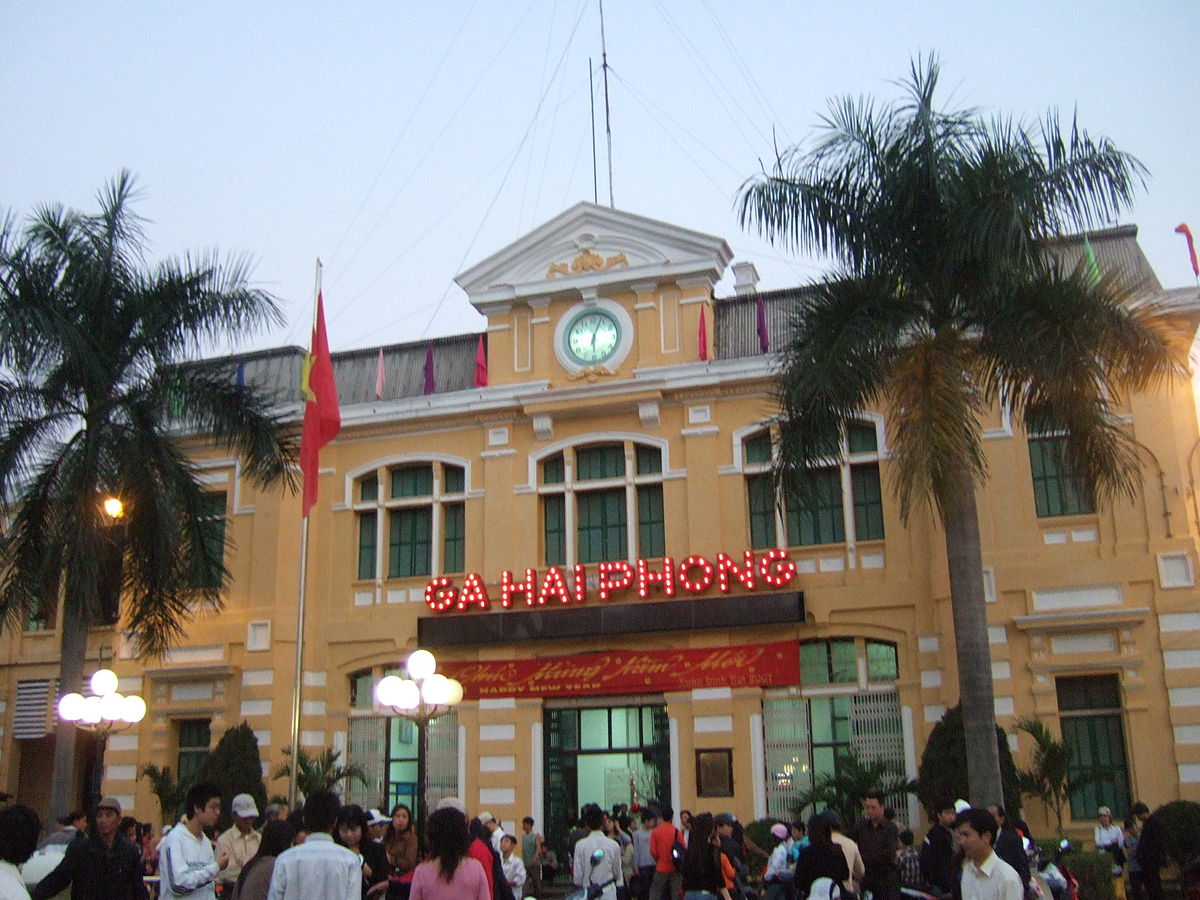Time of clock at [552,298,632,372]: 6:03
